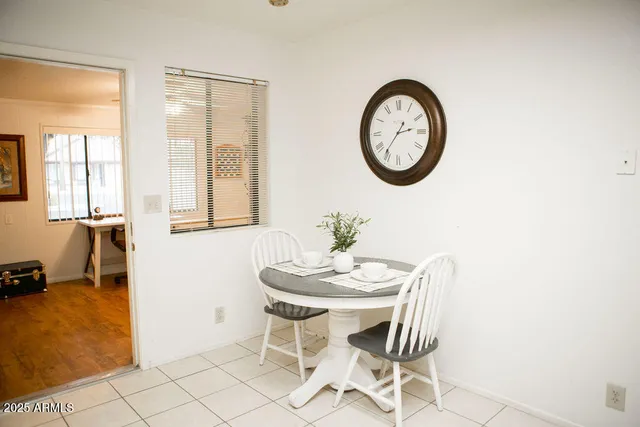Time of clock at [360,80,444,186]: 2:36
